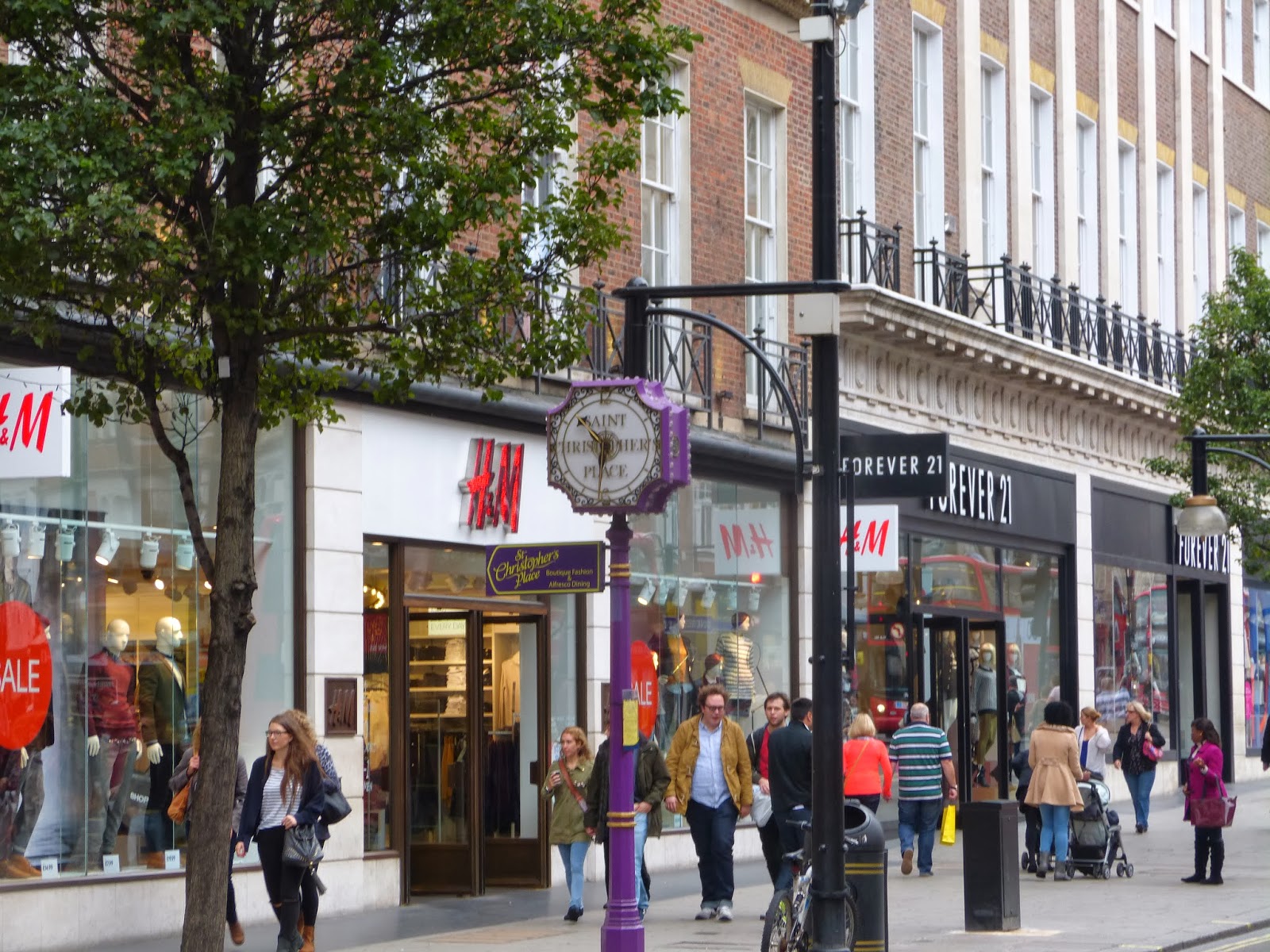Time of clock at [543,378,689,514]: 10:31
